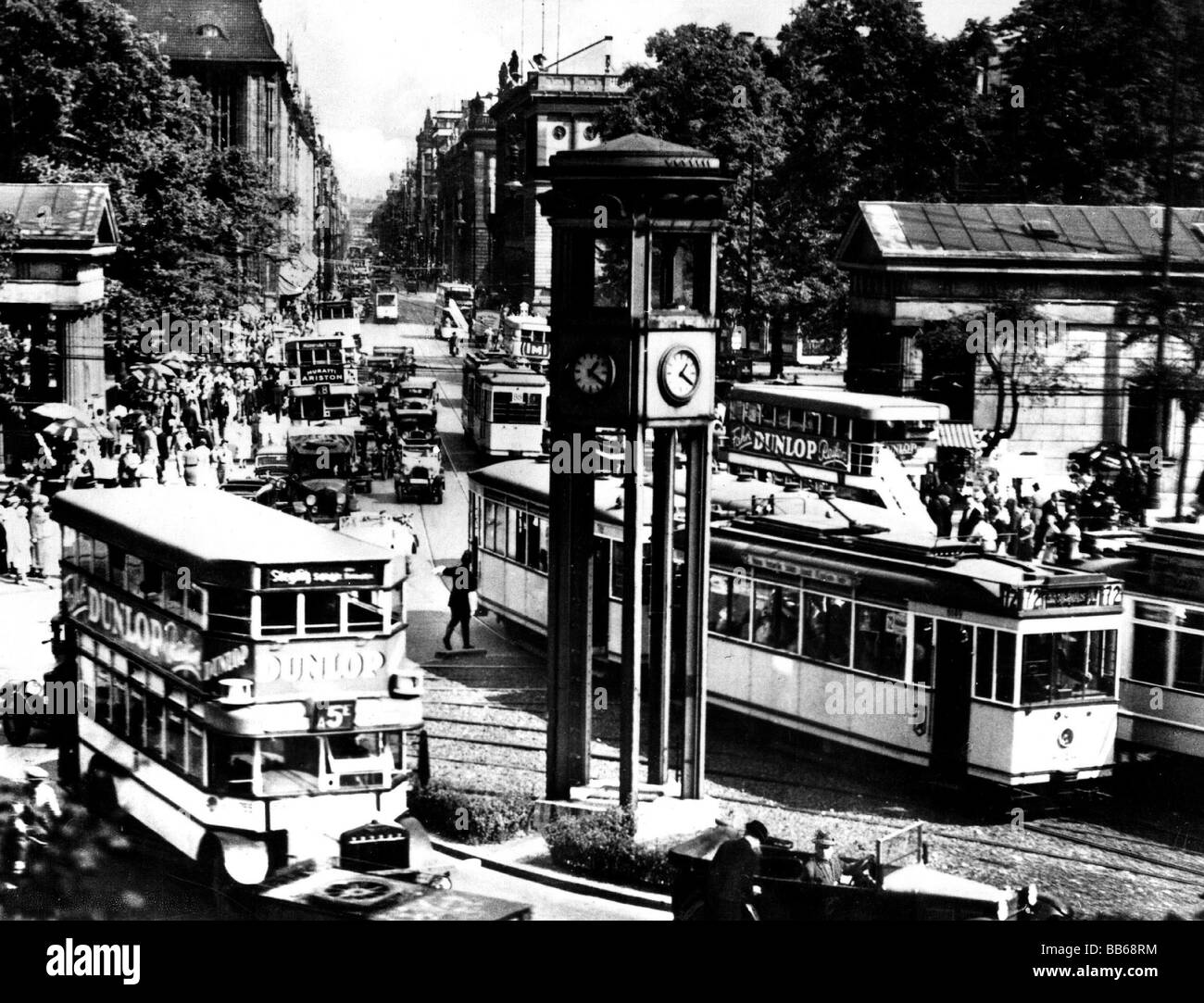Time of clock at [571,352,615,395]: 1:20
